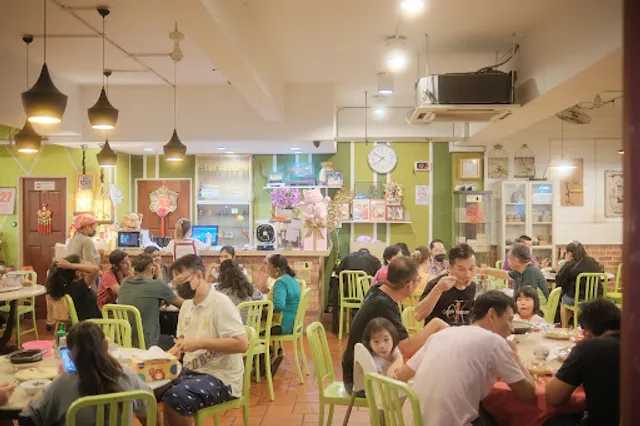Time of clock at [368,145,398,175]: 7:50
